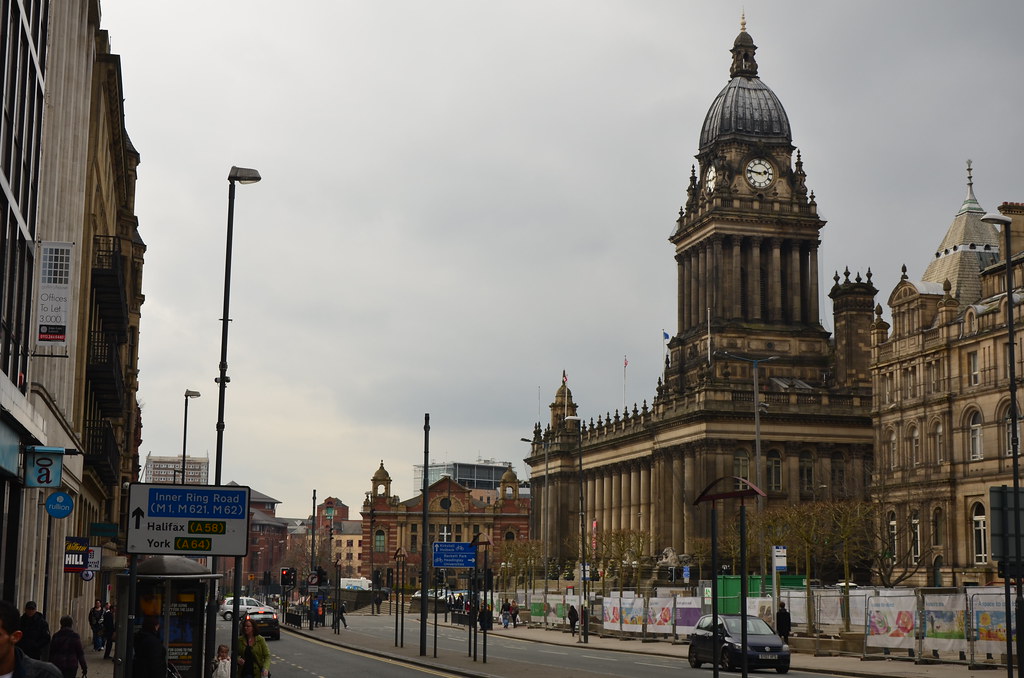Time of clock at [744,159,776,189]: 2:46
